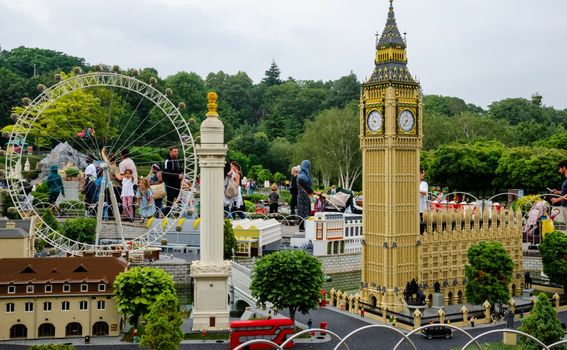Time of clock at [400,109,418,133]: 7:00
